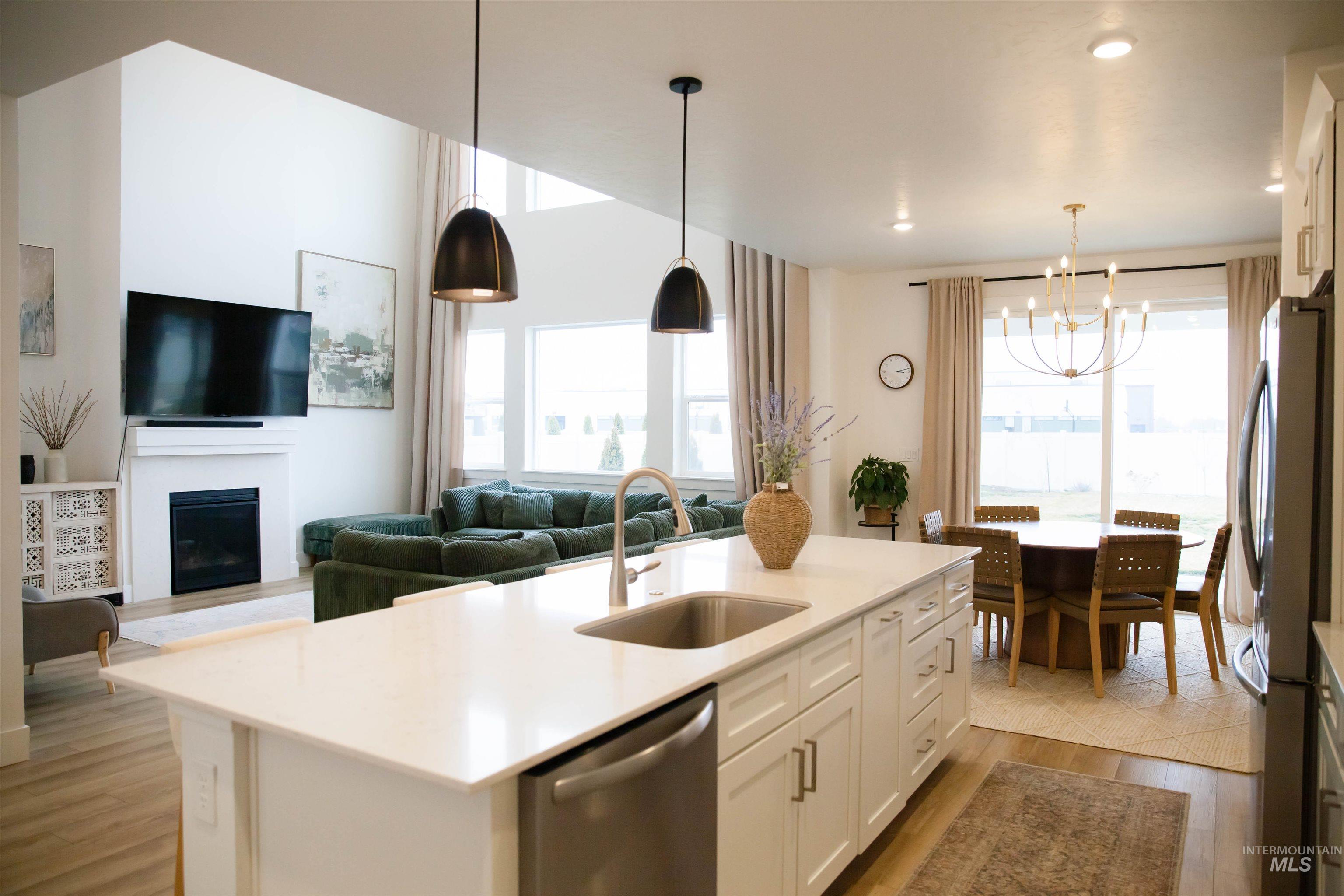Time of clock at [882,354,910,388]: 3:12
